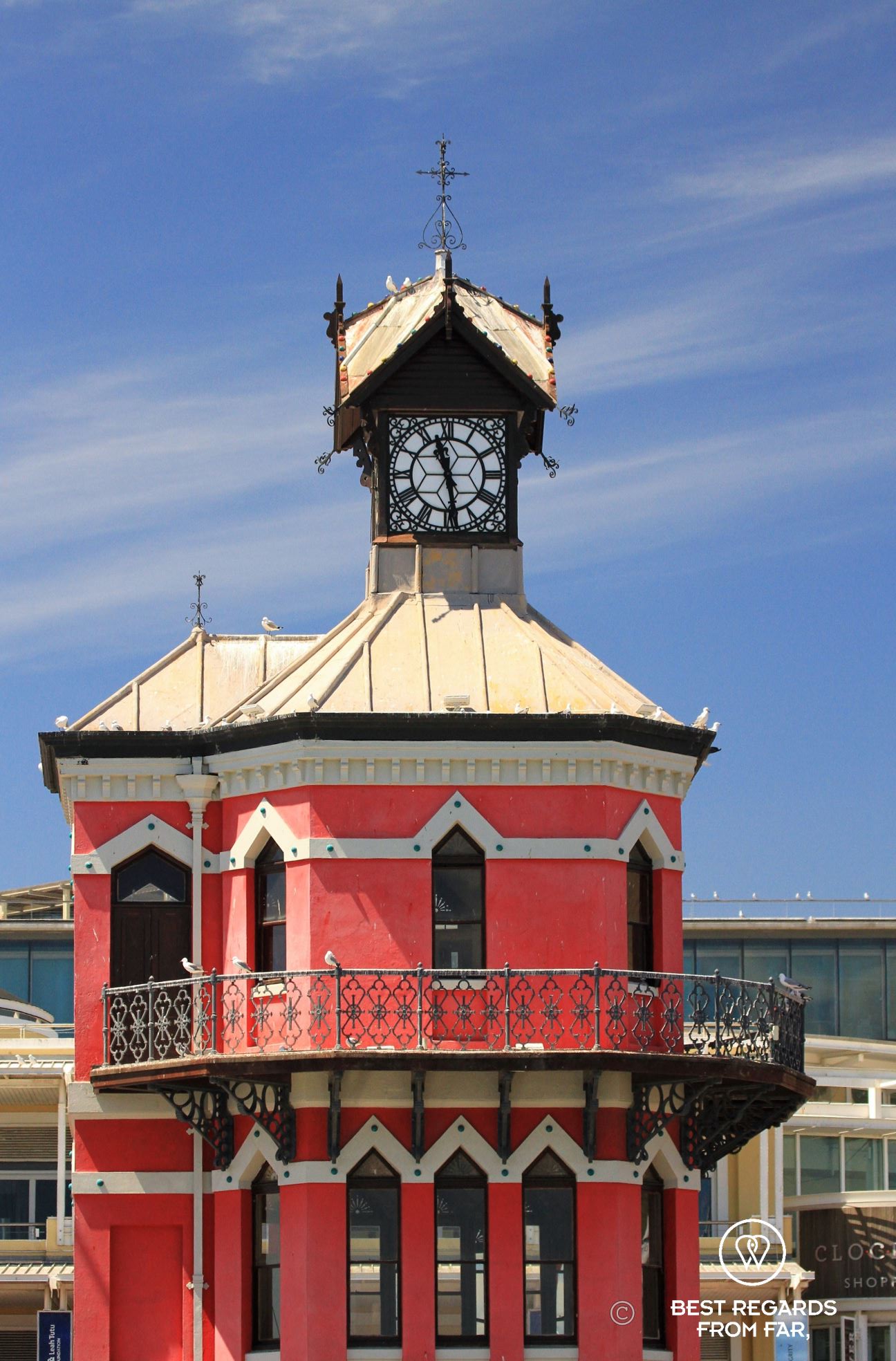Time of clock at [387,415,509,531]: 11:28
